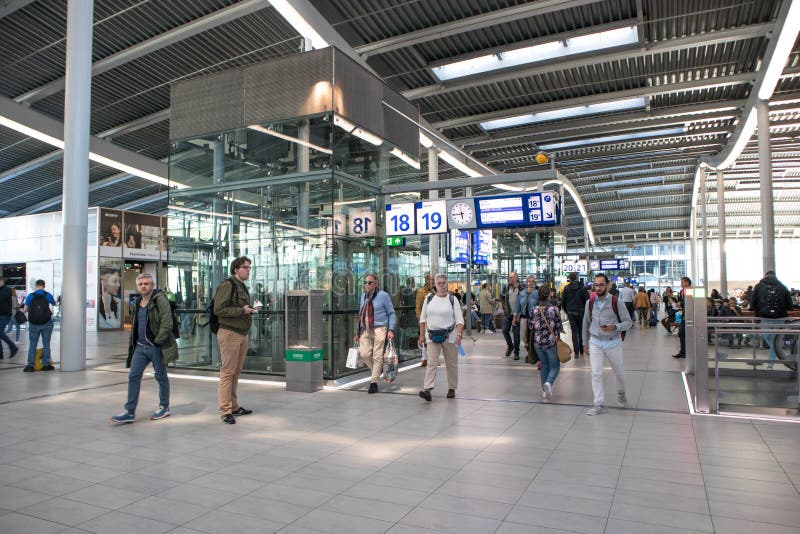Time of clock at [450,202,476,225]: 5:44
